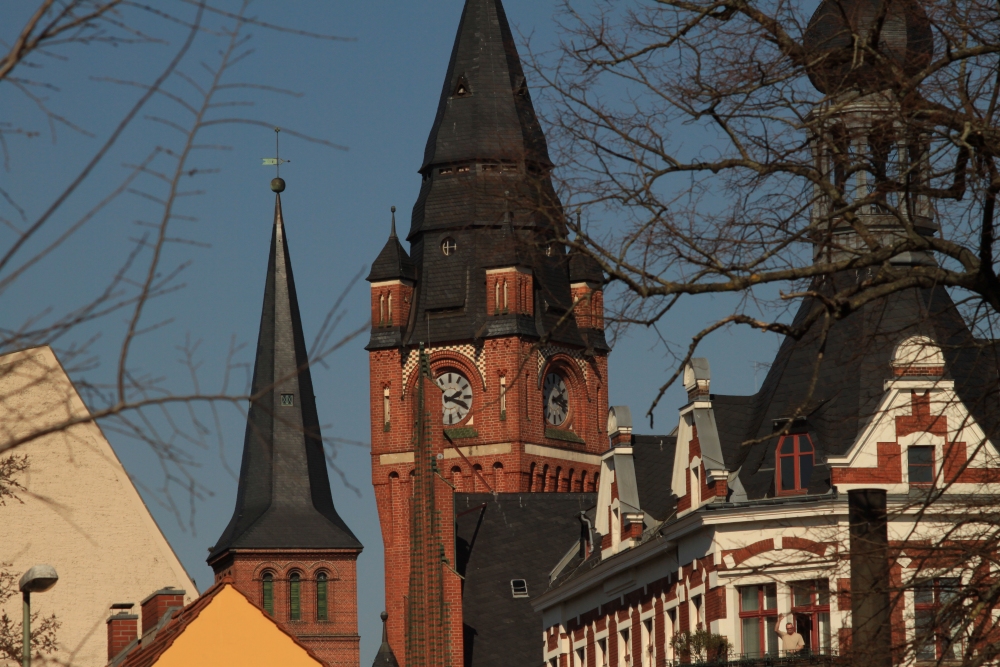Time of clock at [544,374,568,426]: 2:18
